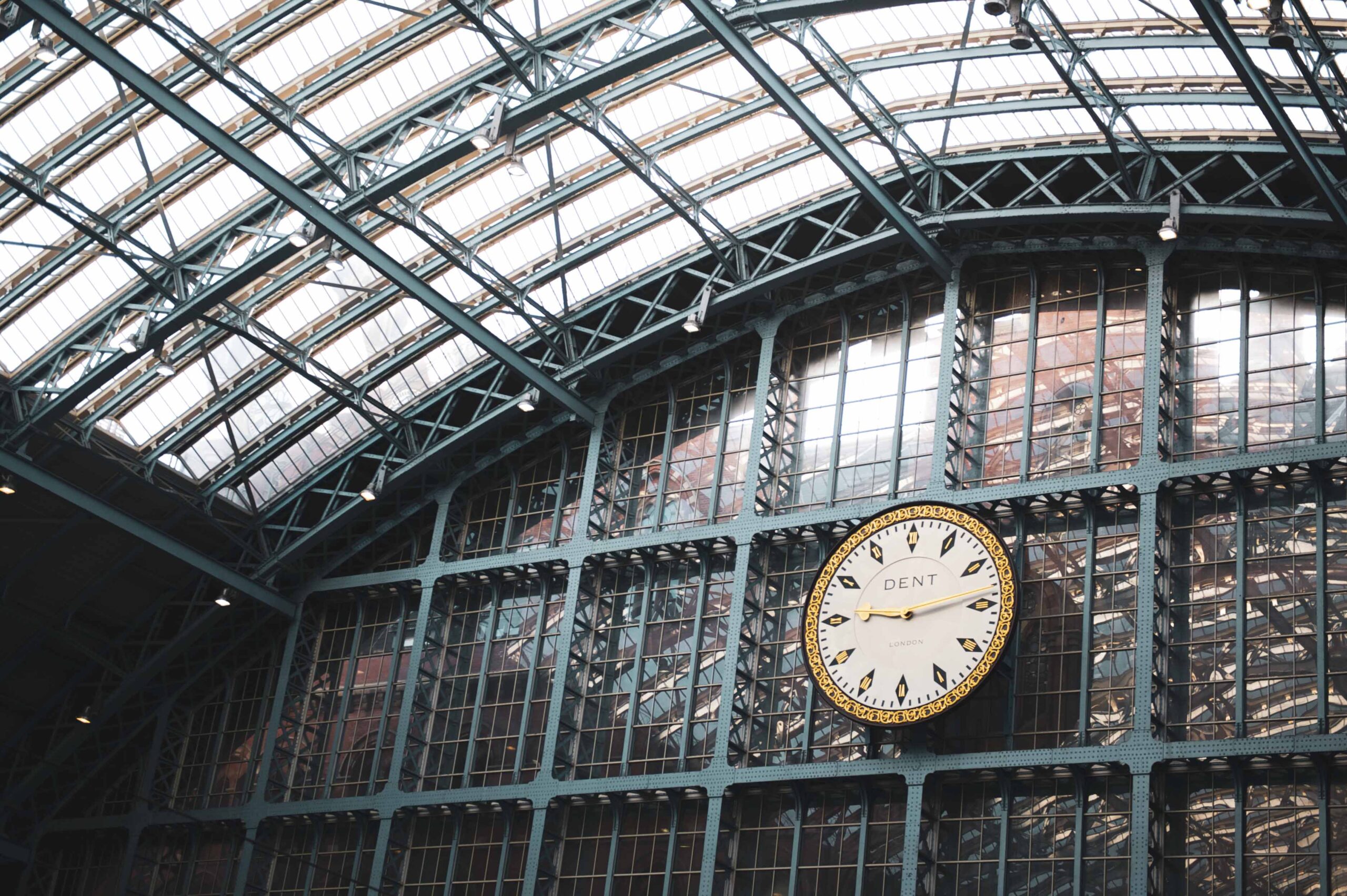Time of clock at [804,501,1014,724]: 9:13
